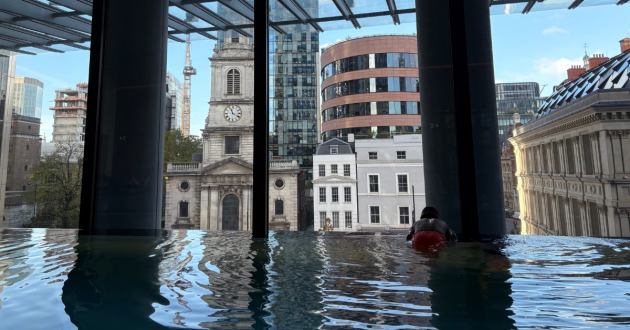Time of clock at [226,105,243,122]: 11:20
